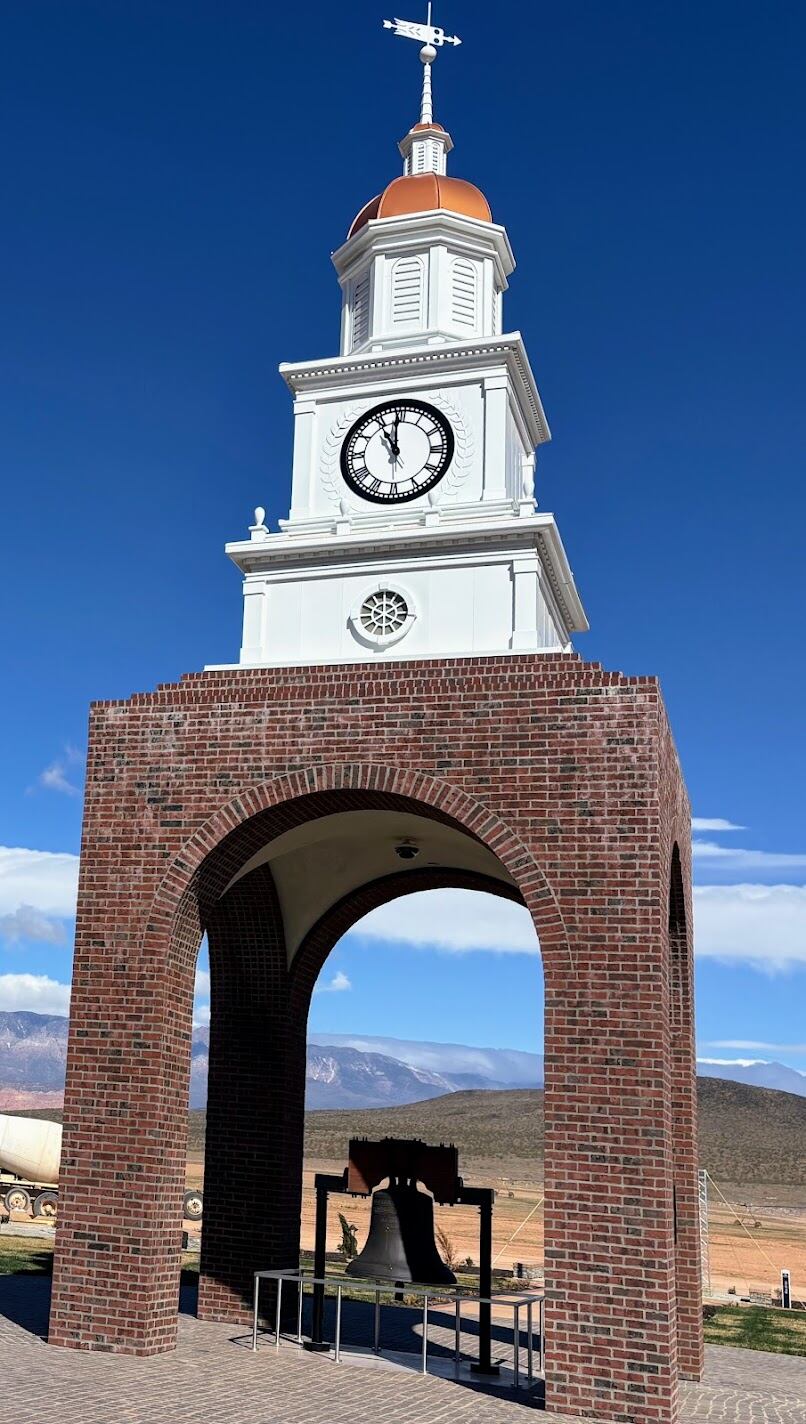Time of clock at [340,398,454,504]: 10:59
